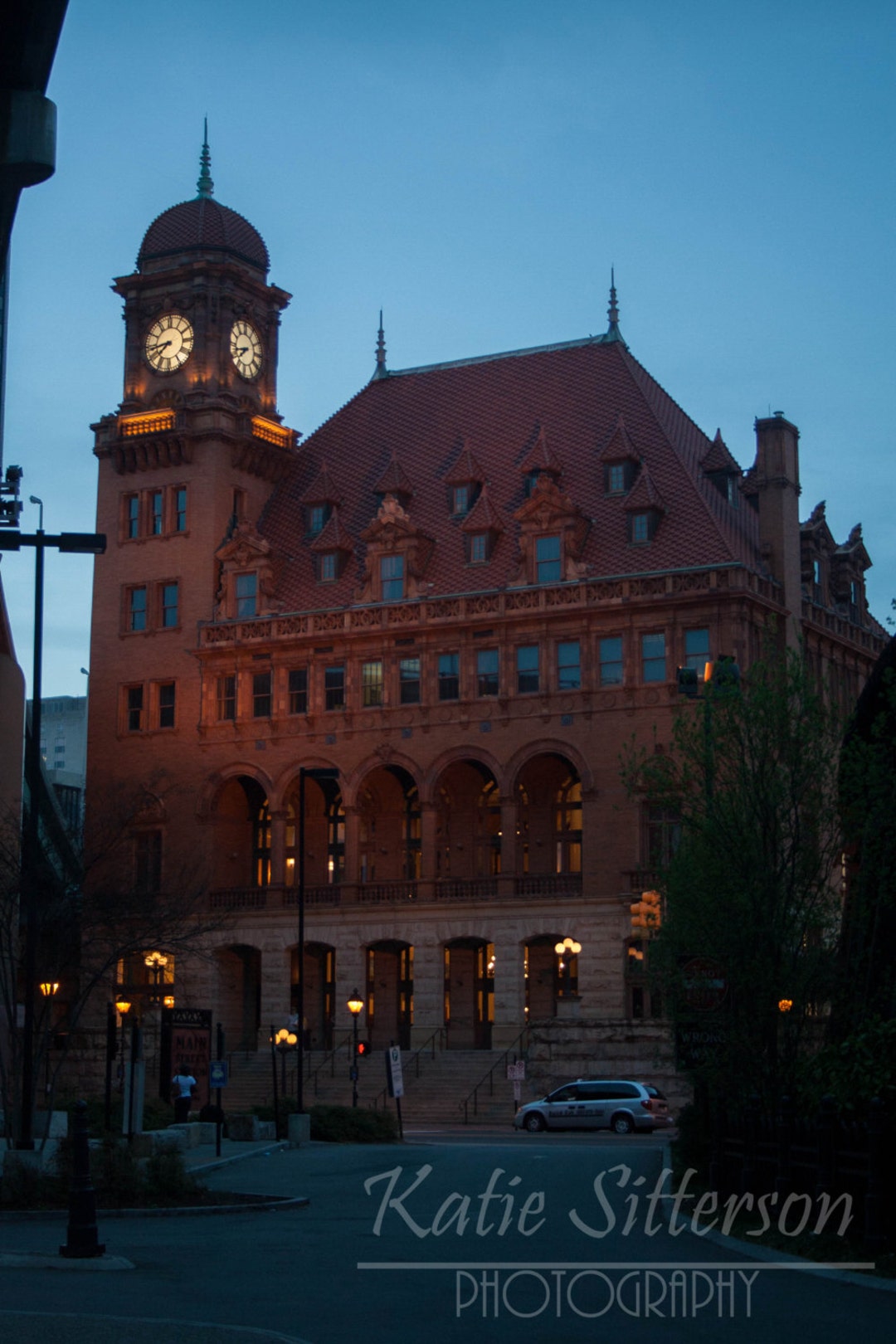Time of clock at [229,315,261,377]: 7:42
